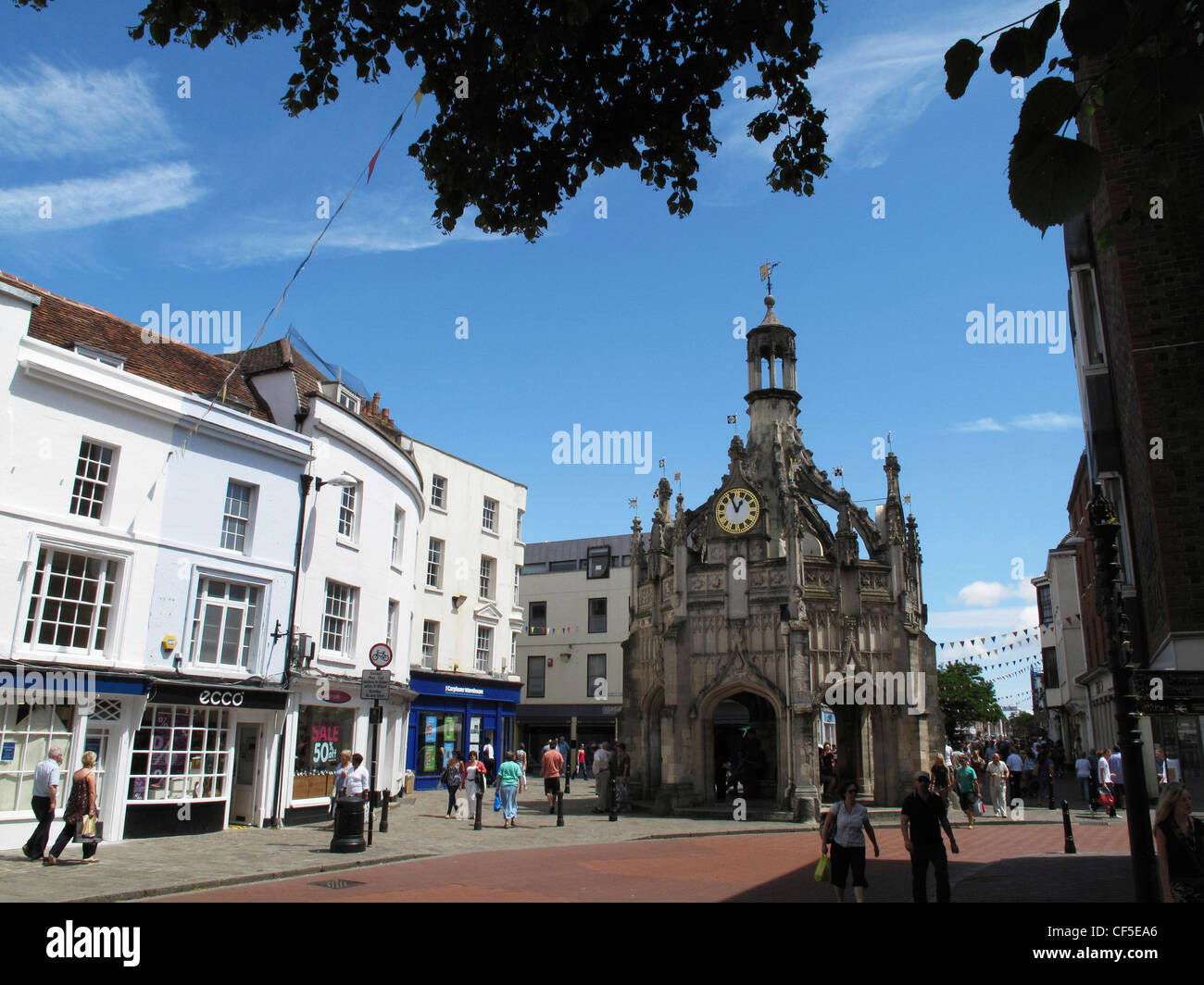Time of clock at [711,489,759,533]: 12:55
